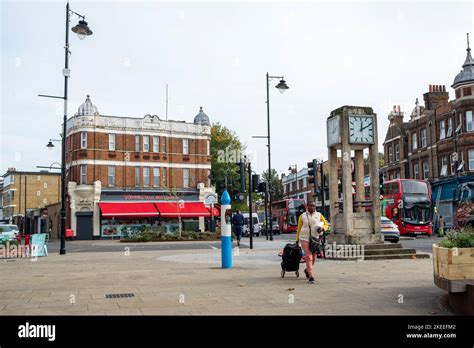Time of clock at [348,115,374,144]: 12:10
